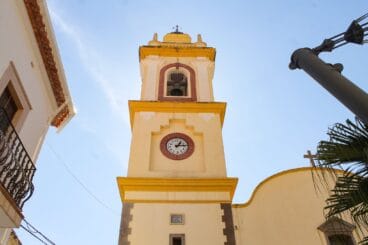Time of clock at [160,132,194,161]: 1:13
